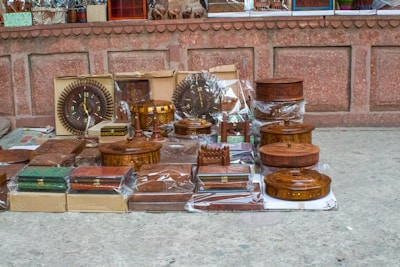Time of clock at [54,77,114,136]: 4:59
